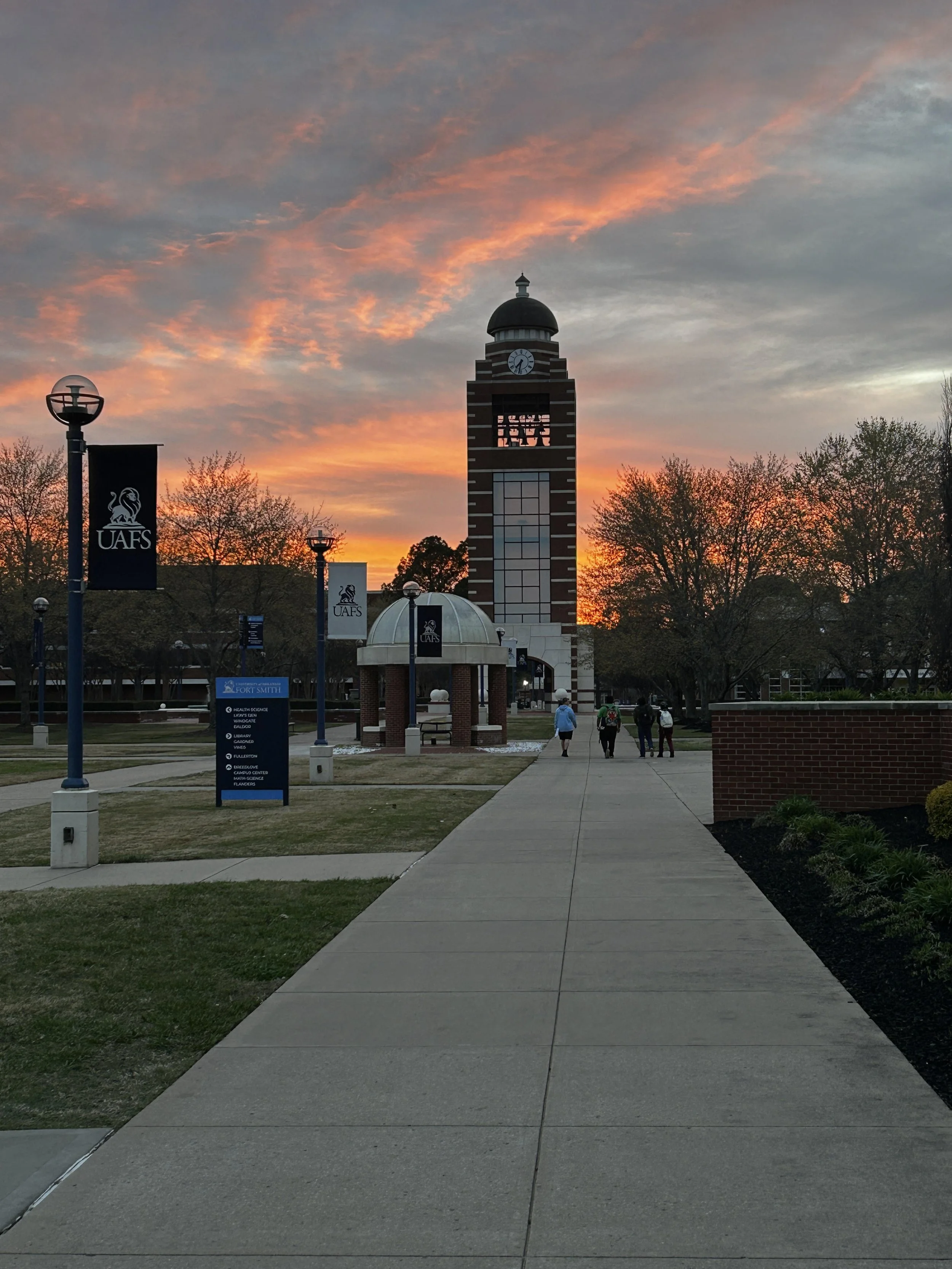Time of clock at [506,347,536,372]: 7:32
